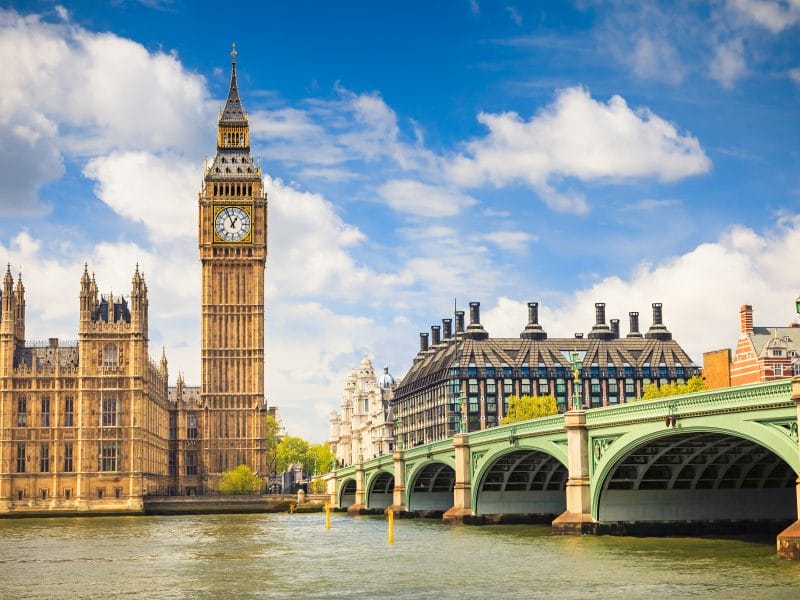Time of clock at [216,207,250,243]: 12:56
